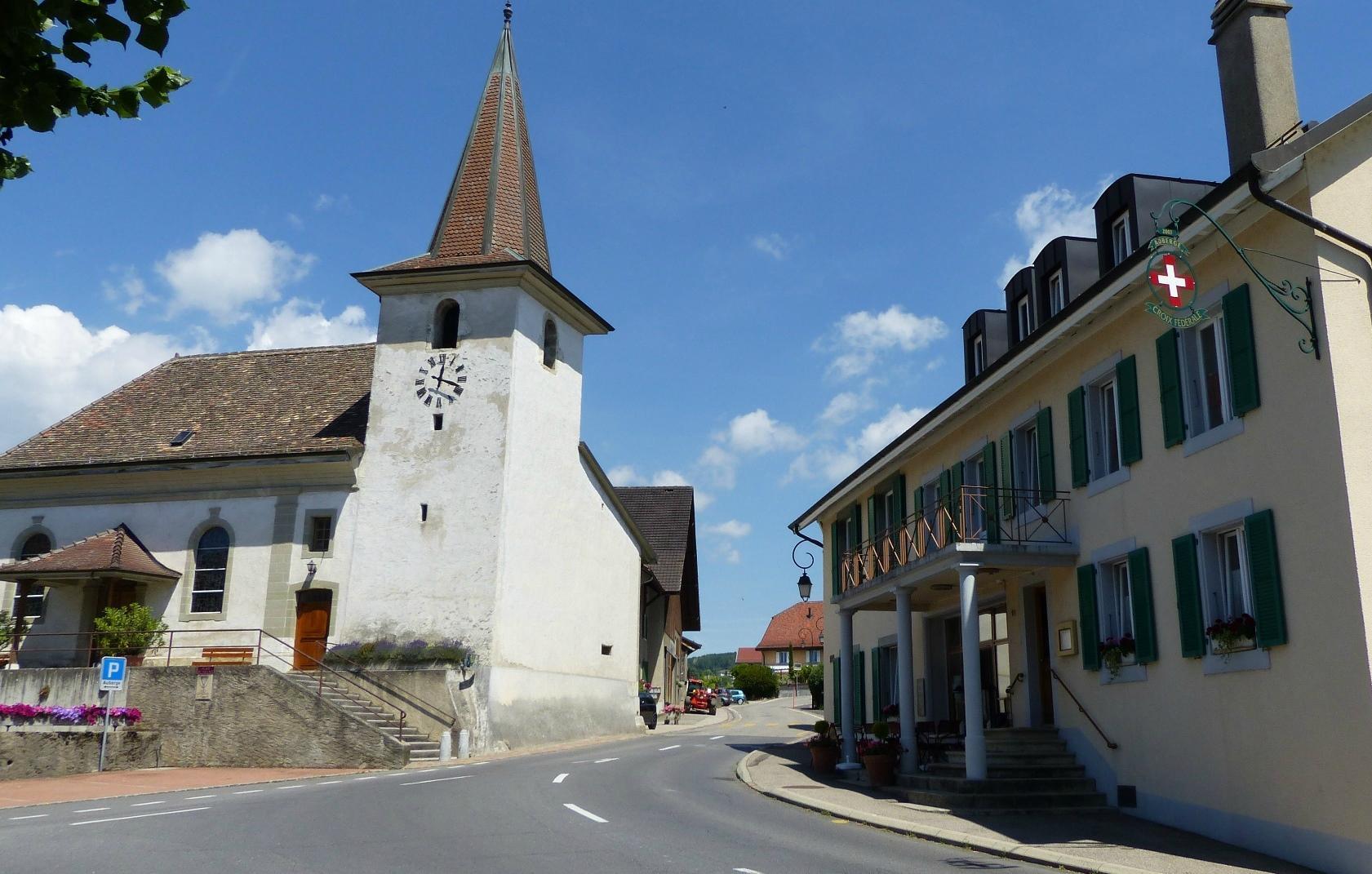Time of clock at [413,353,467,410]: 12:18
